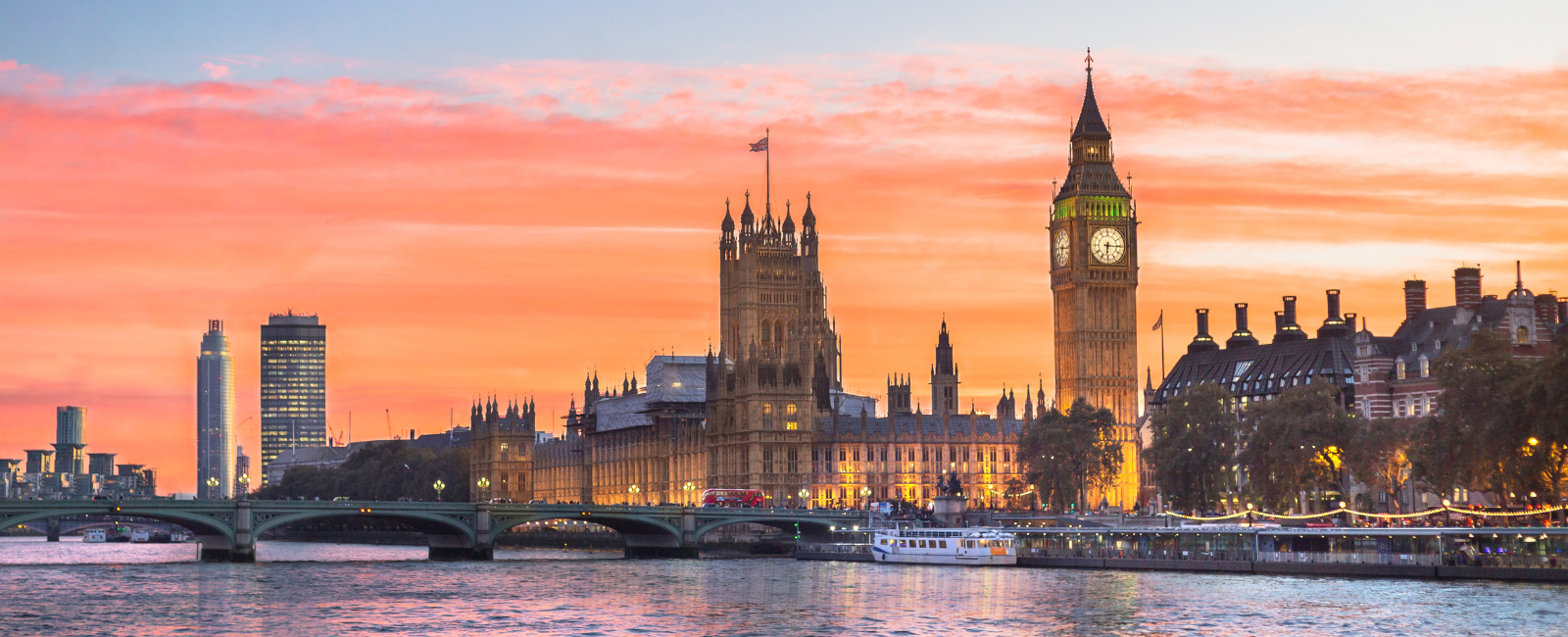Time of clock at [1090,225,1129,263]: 6:15
